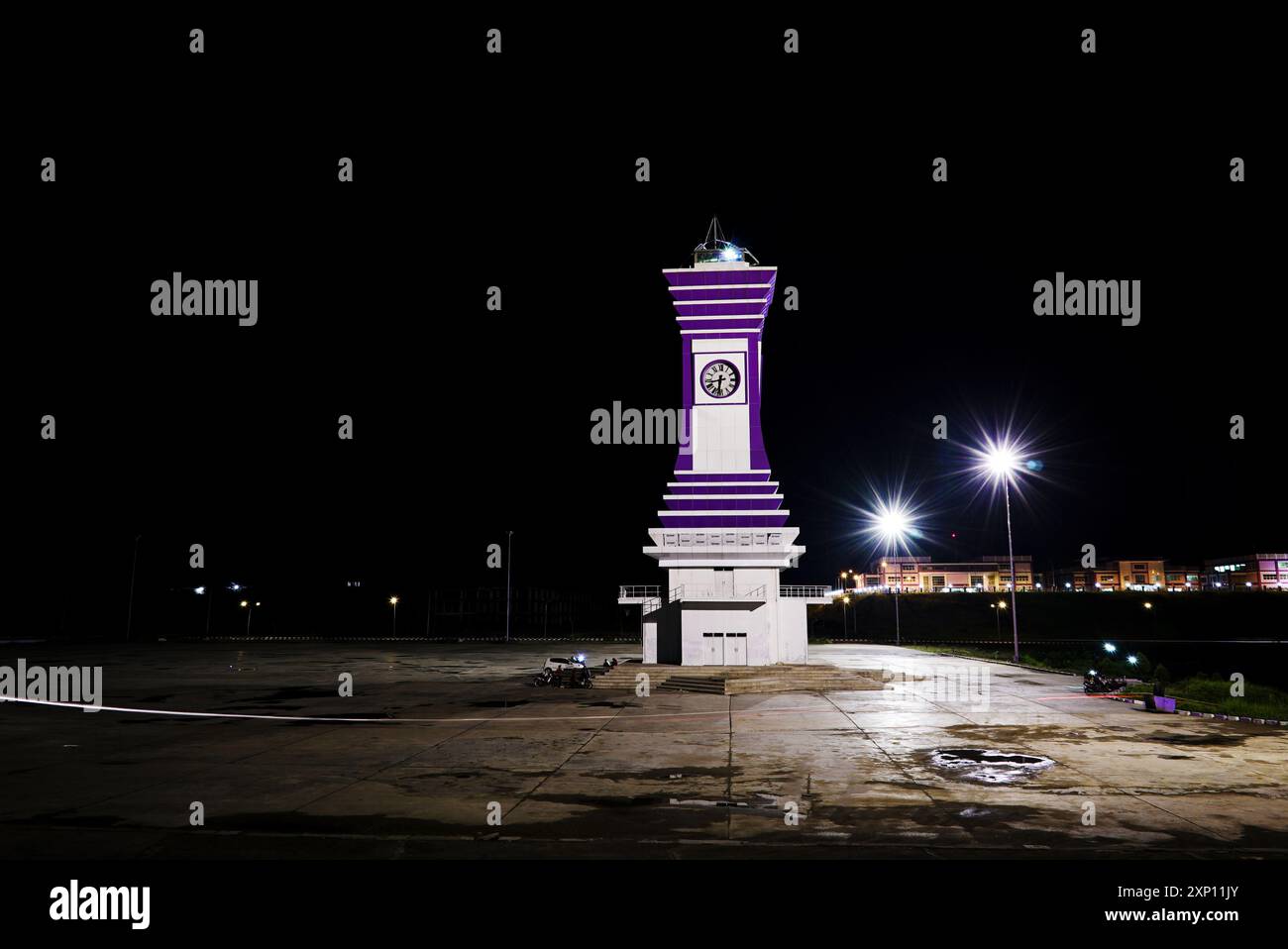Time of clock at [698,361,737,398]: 8:31
